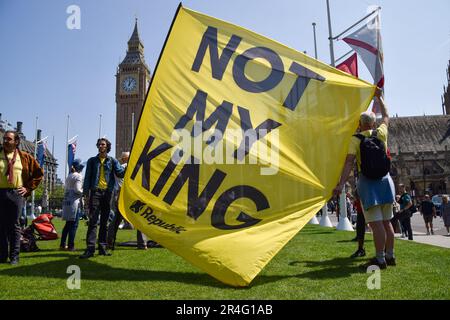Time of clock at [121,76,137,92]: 12:06
